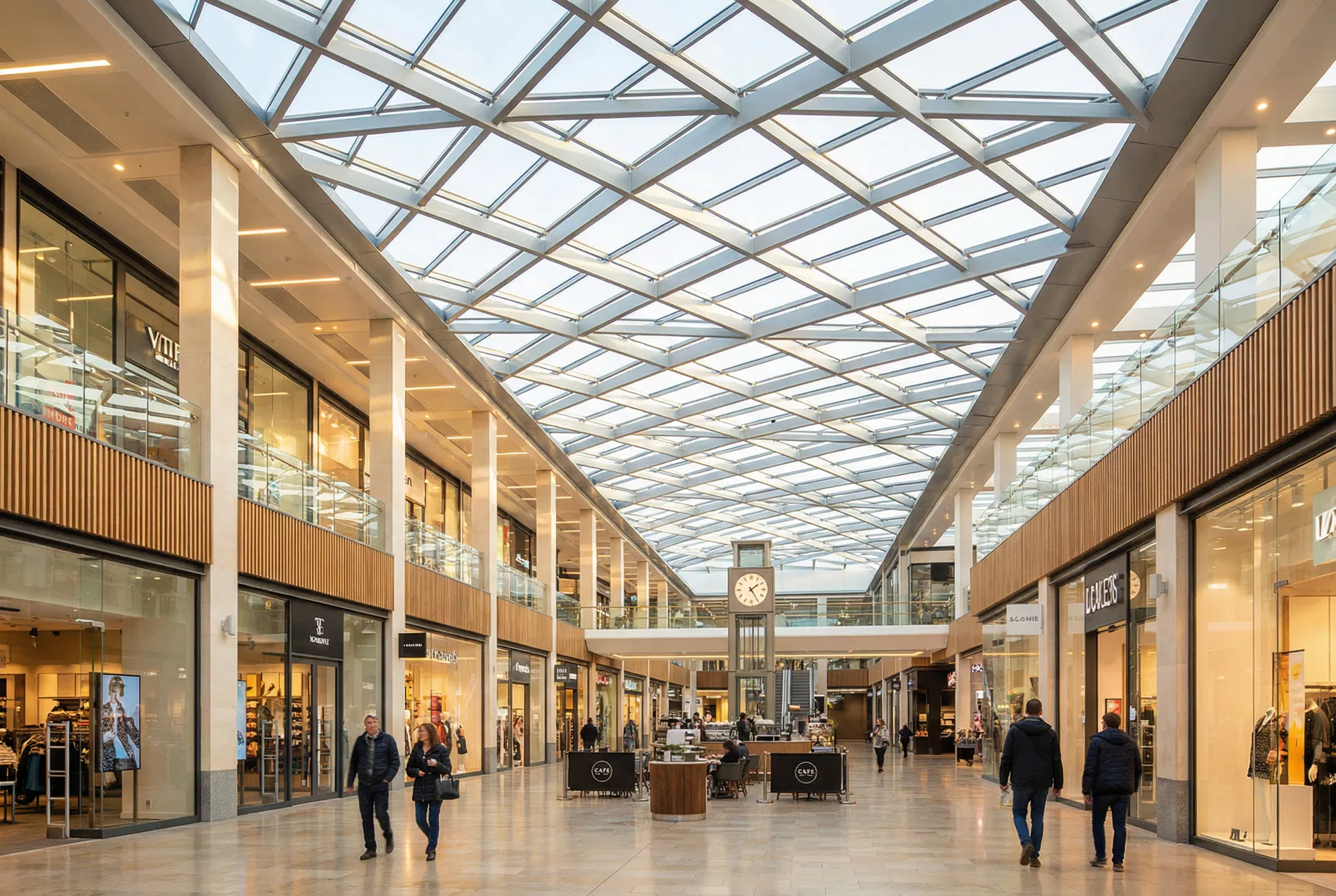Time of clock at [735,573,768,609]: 1:24
